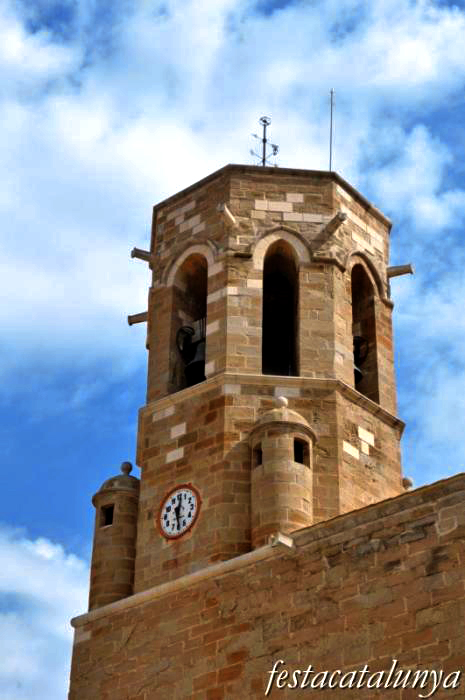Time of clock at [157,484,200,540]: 12:28
